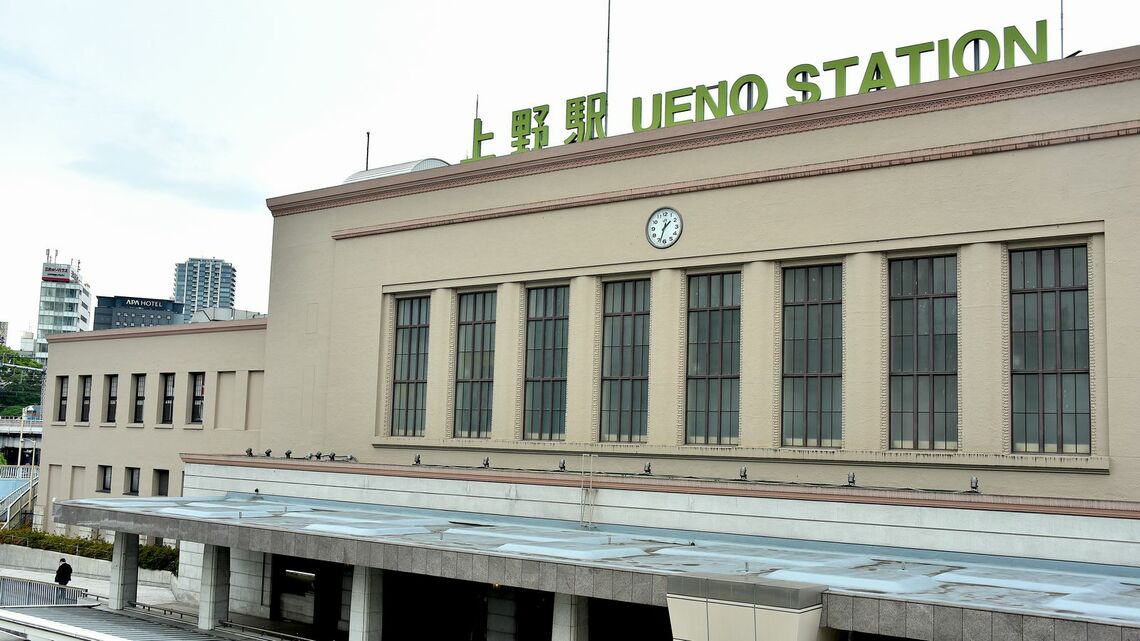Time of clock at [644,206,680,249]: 1:33
